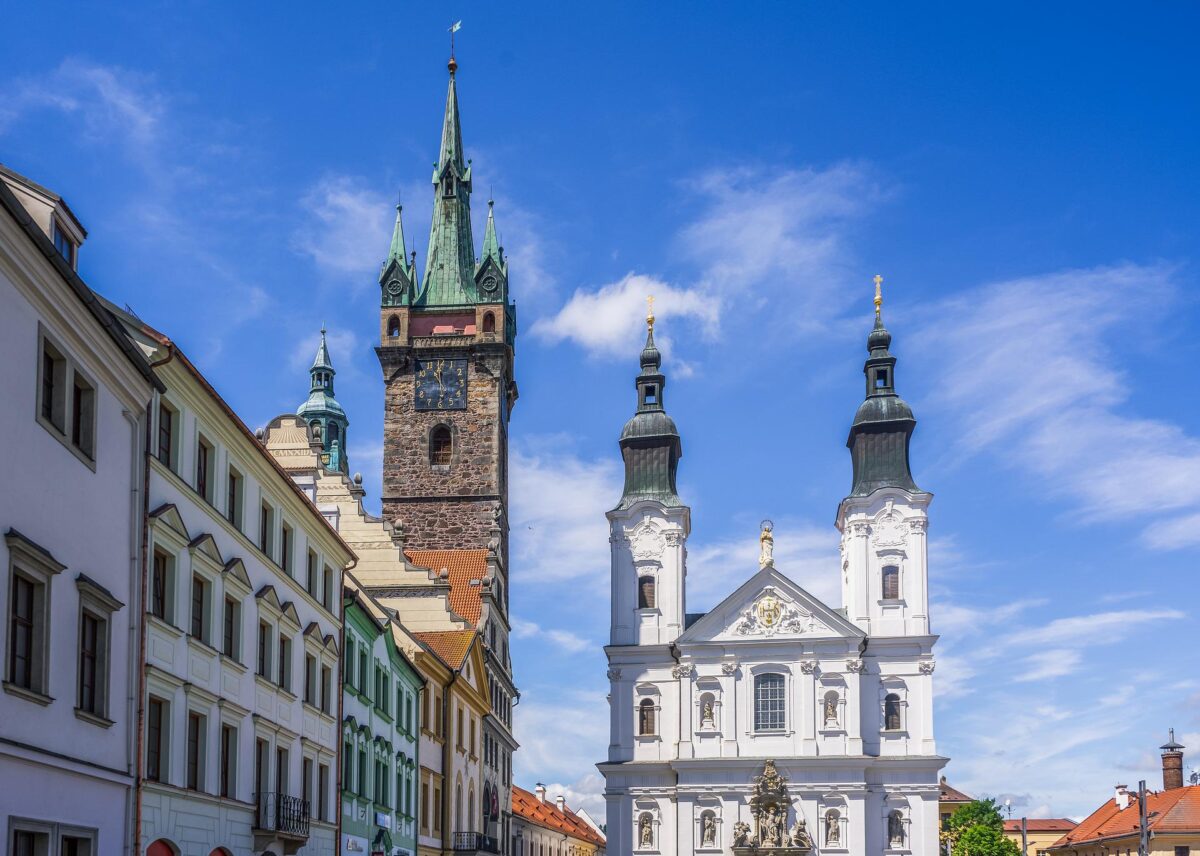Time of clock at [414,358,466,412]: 11:28
